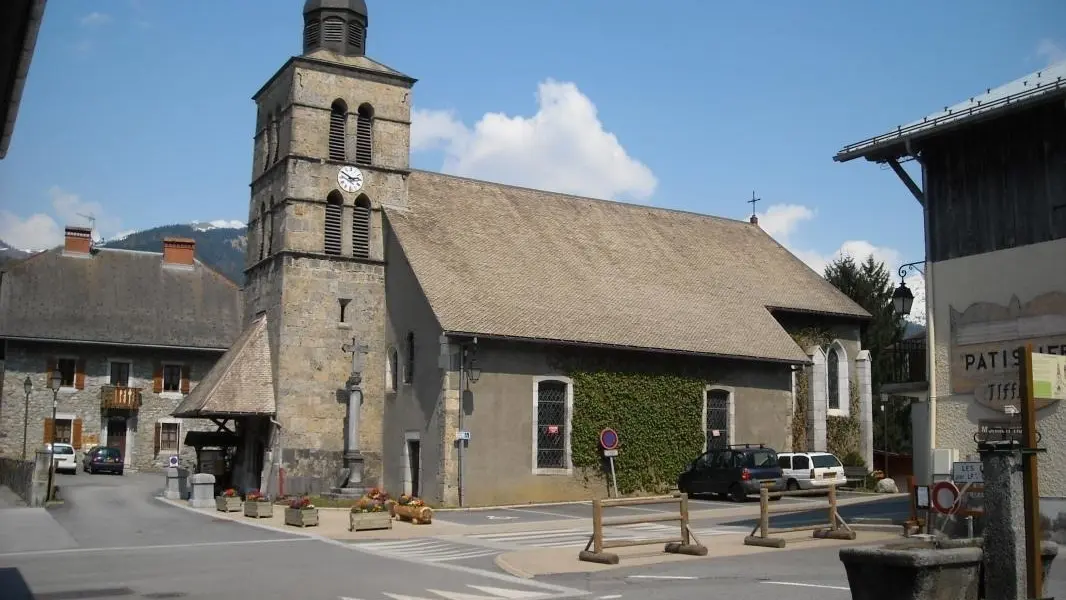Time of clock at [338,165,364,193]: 2:50
